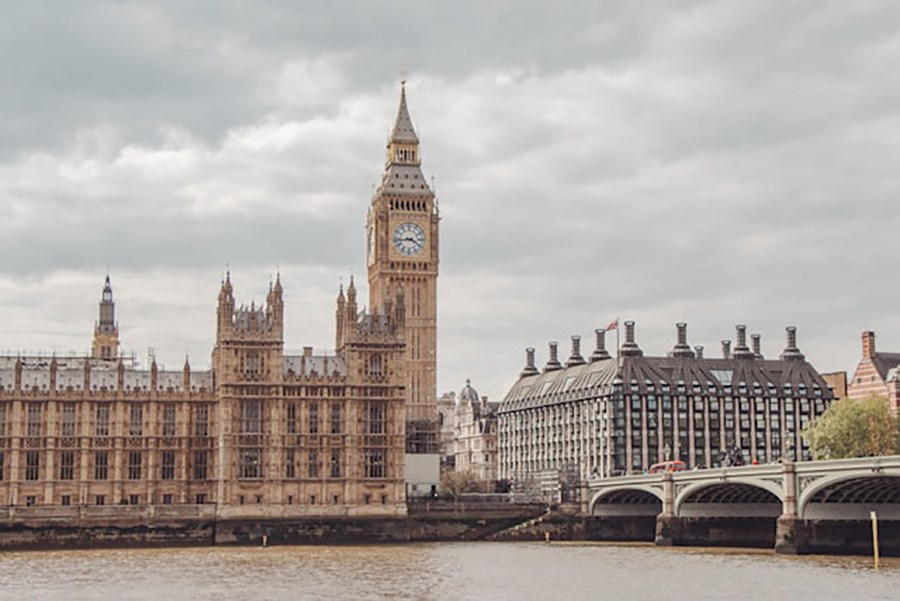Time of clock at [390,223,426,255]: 3:43
